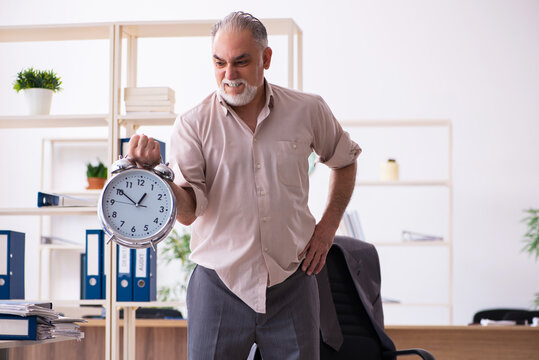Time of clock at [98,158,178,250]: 12:50
